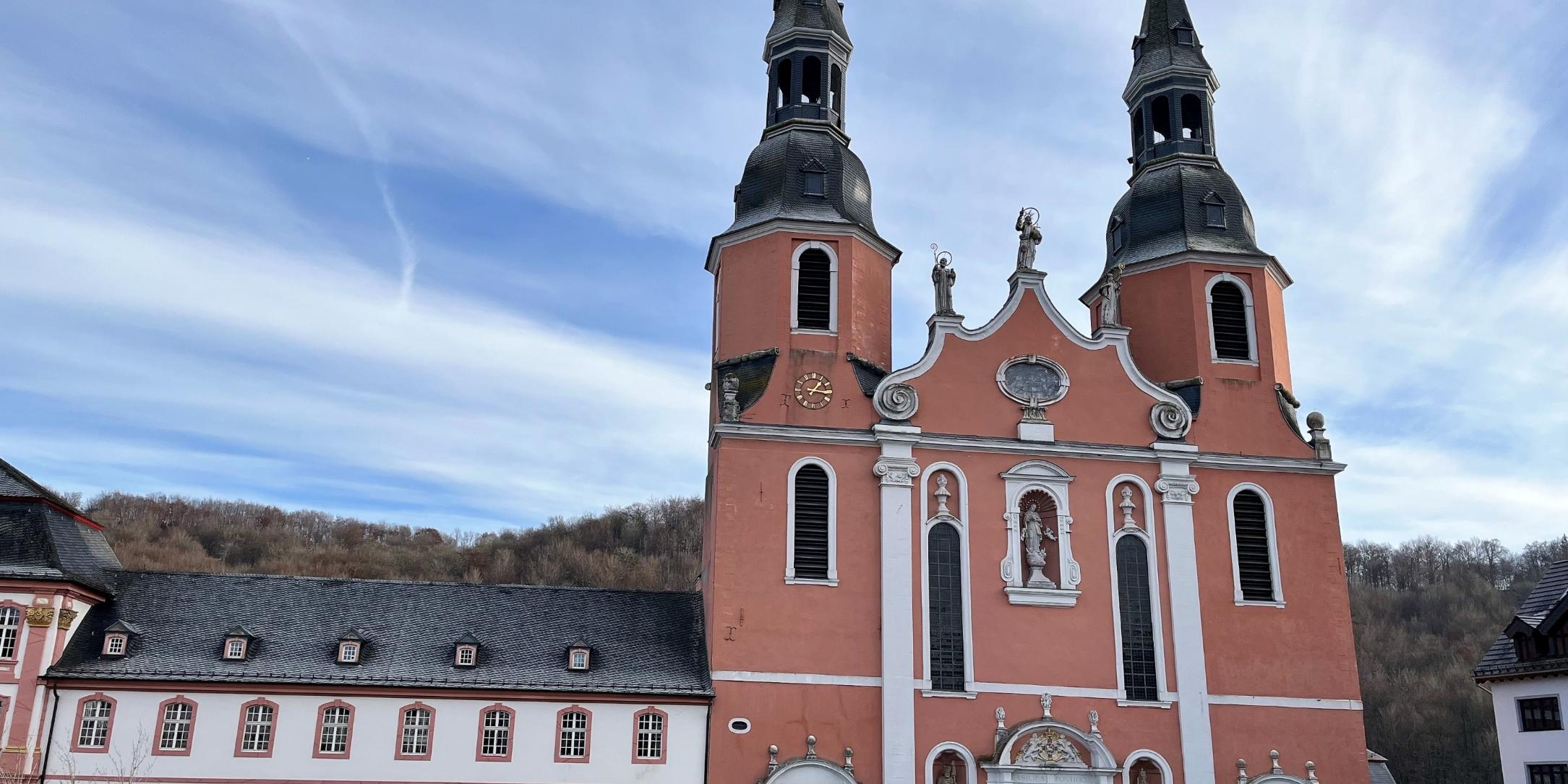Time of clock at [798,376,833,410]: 1:16
